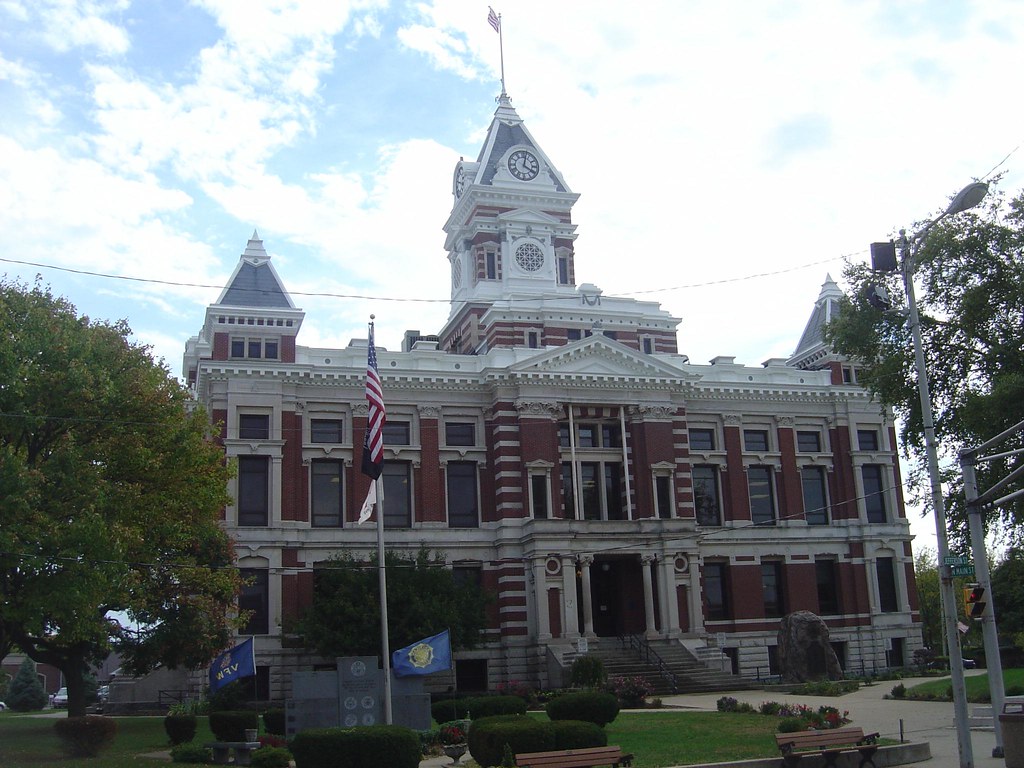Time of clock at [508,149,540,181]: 4:02
